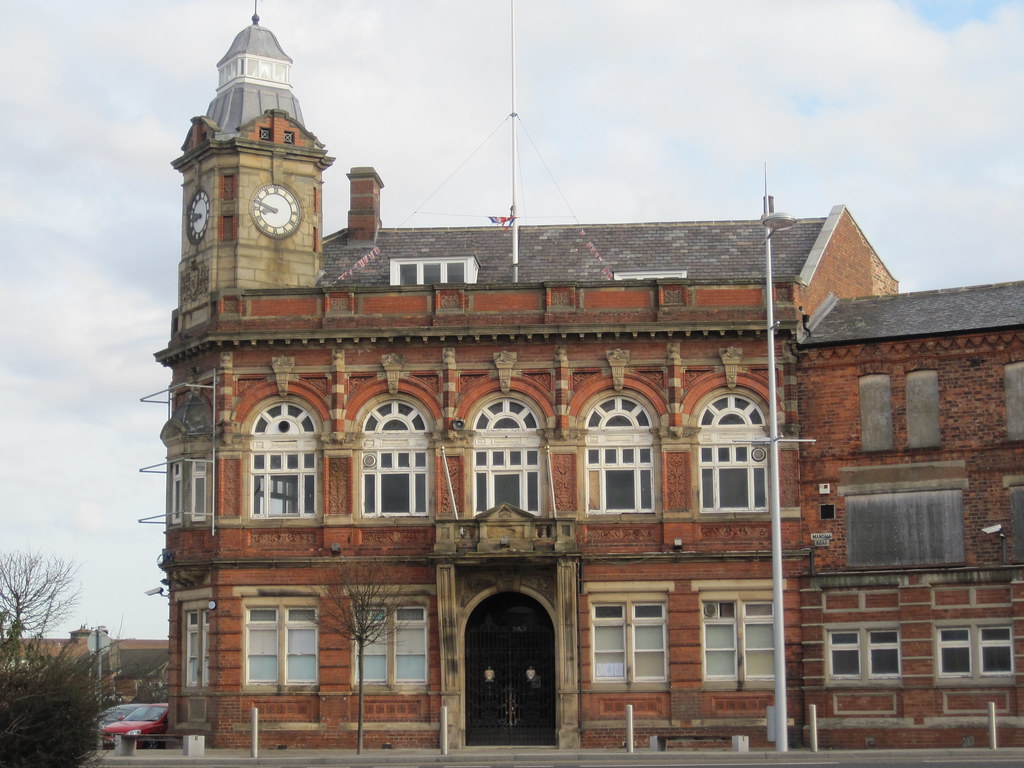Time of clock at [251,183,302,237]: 8:47
